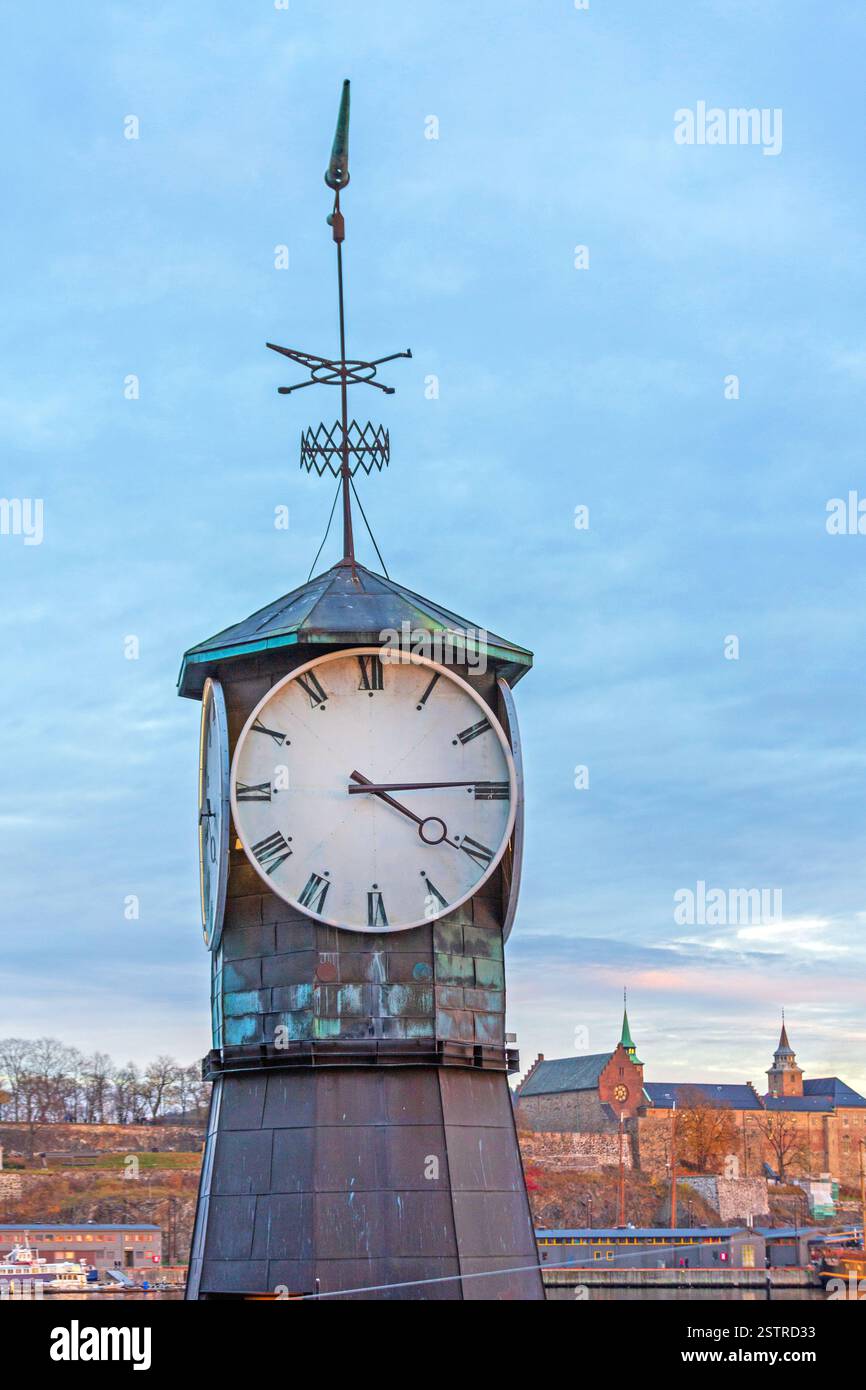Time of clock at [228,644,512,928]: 4:14
